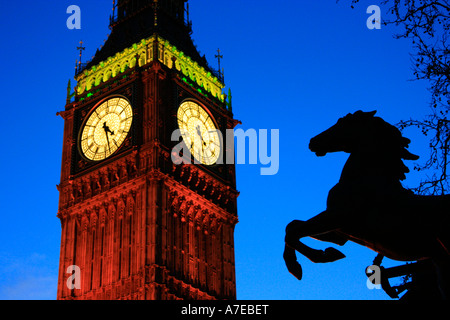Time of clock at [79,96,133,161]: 4:28
